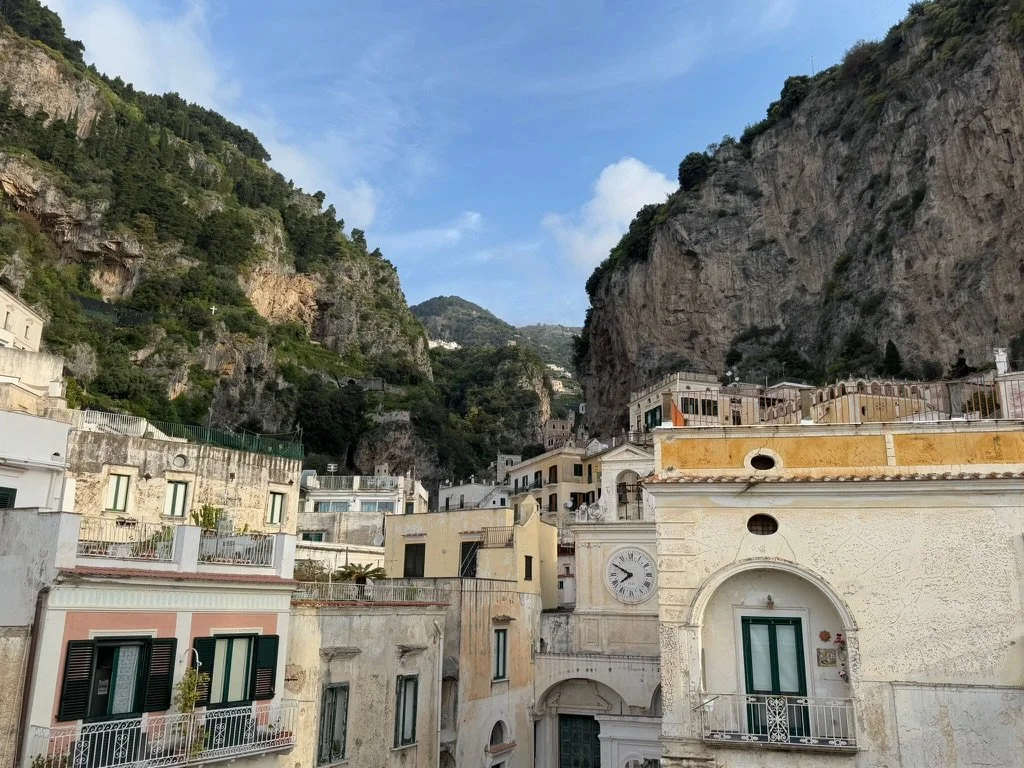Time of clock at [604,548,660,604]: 7:49
